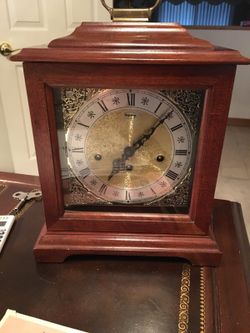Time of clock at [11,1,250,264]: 7:07
